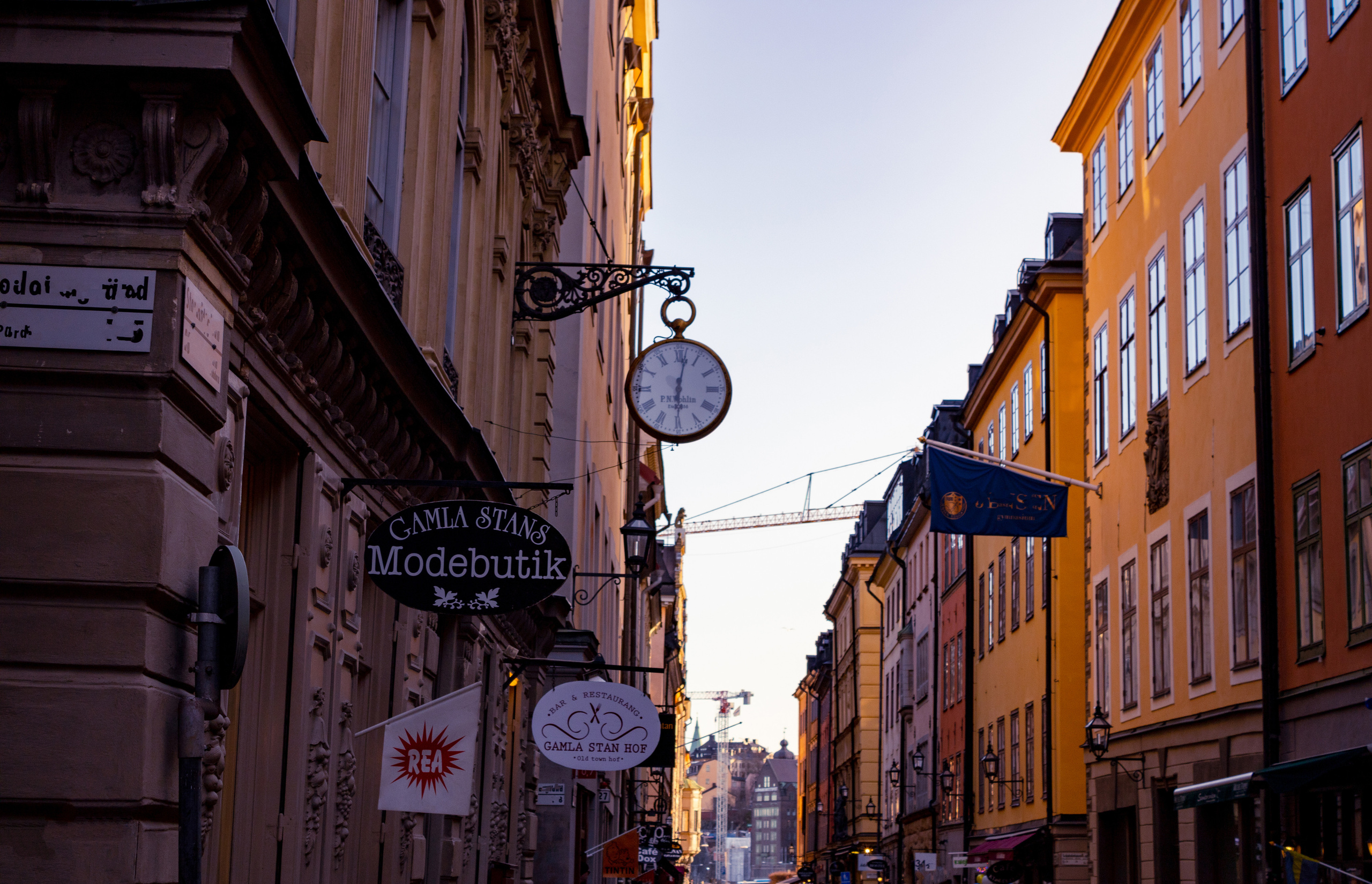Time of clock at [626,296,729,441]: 6:01
